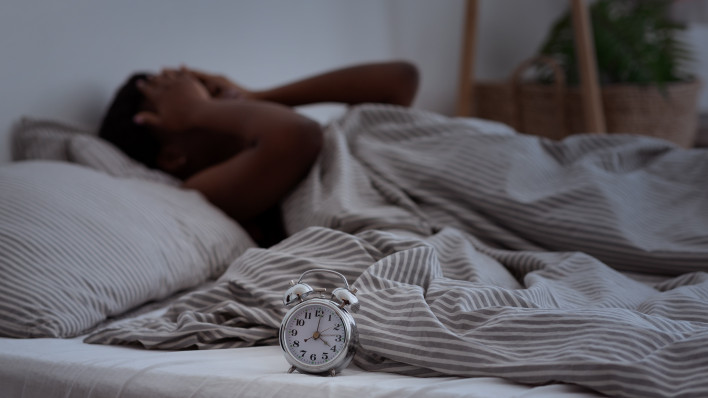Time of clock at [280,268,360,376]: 4:01
